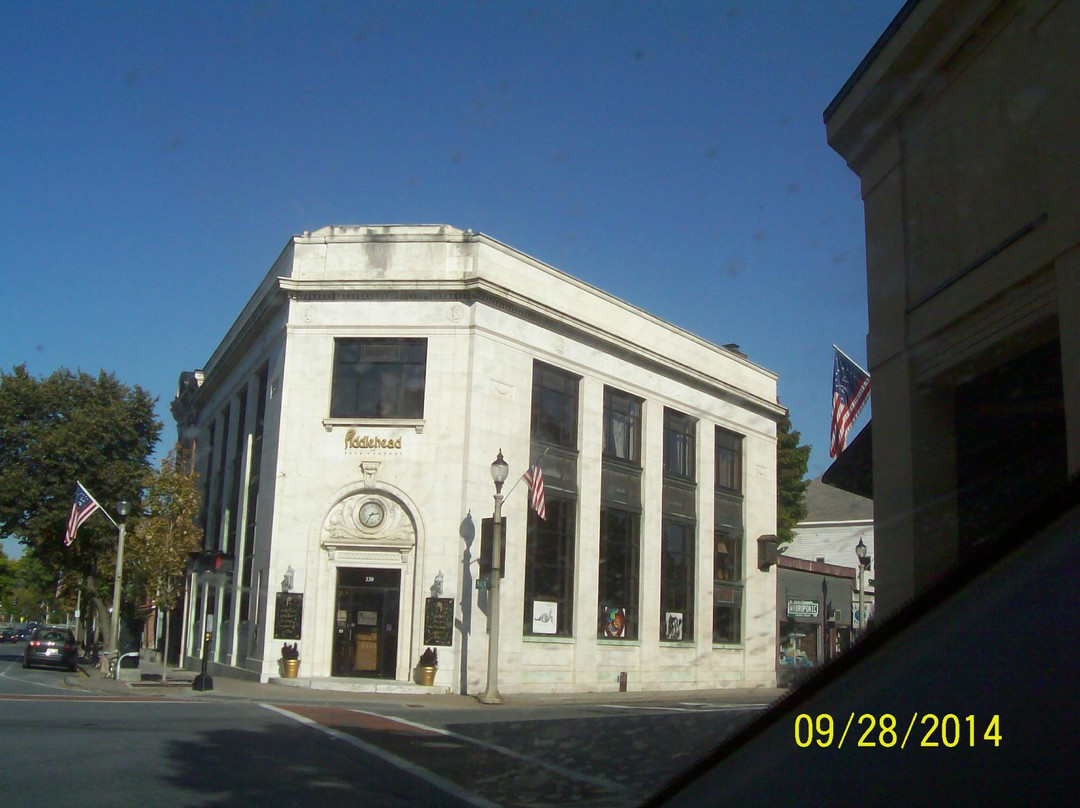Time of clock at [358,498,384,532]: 2:35
